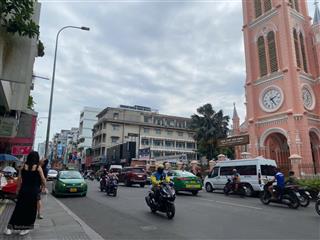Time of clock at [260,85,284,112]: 2:24
